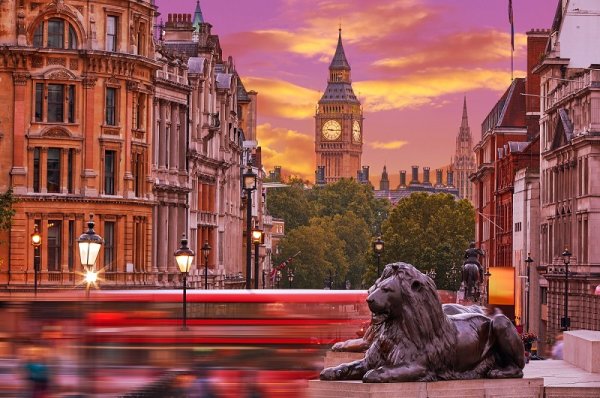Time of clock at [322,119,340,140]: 9:15
